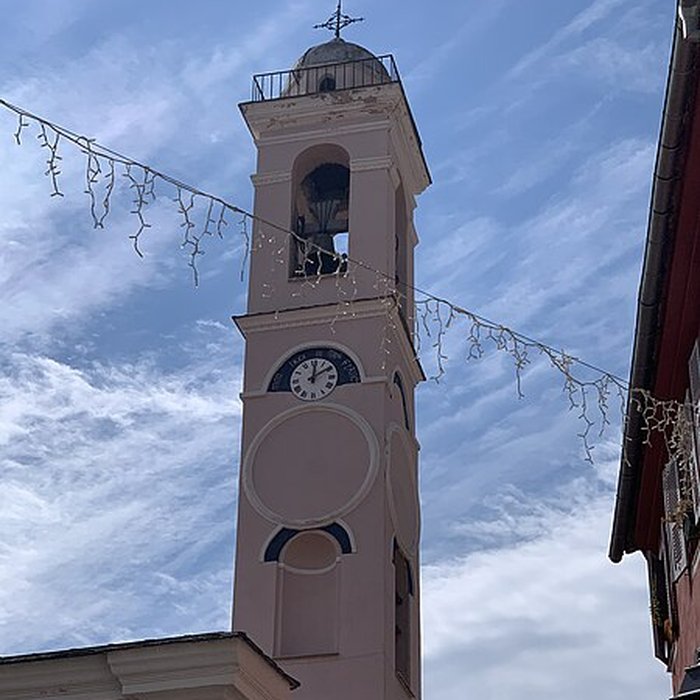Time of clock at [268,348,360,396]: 12:09
